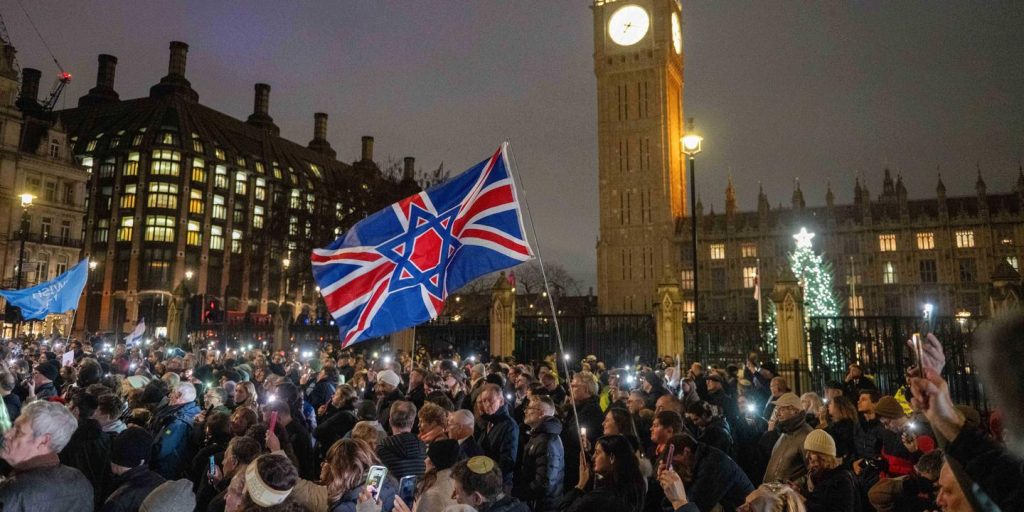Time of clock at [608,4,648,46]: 7:17
